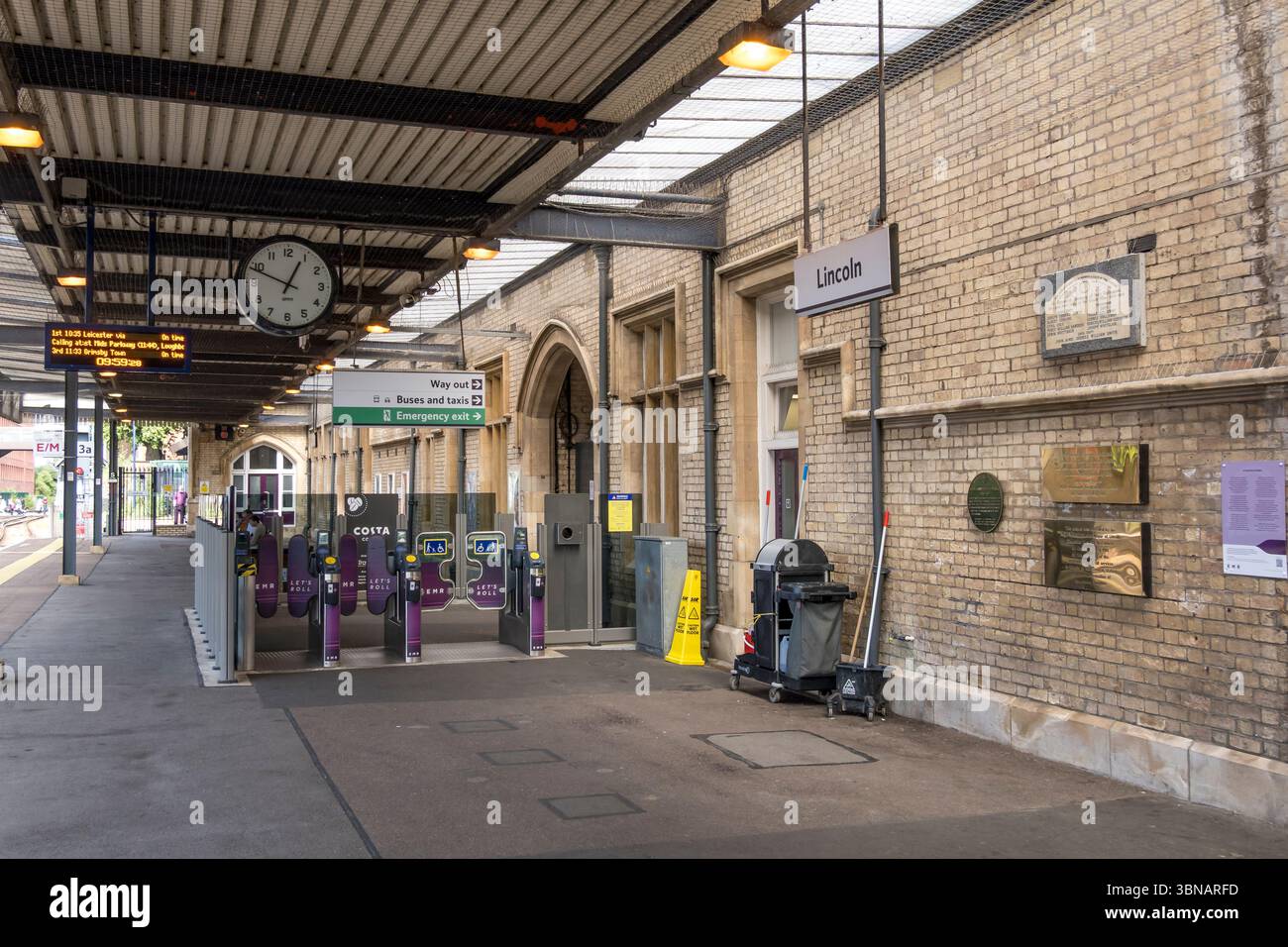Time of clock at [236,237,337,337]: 12:48
